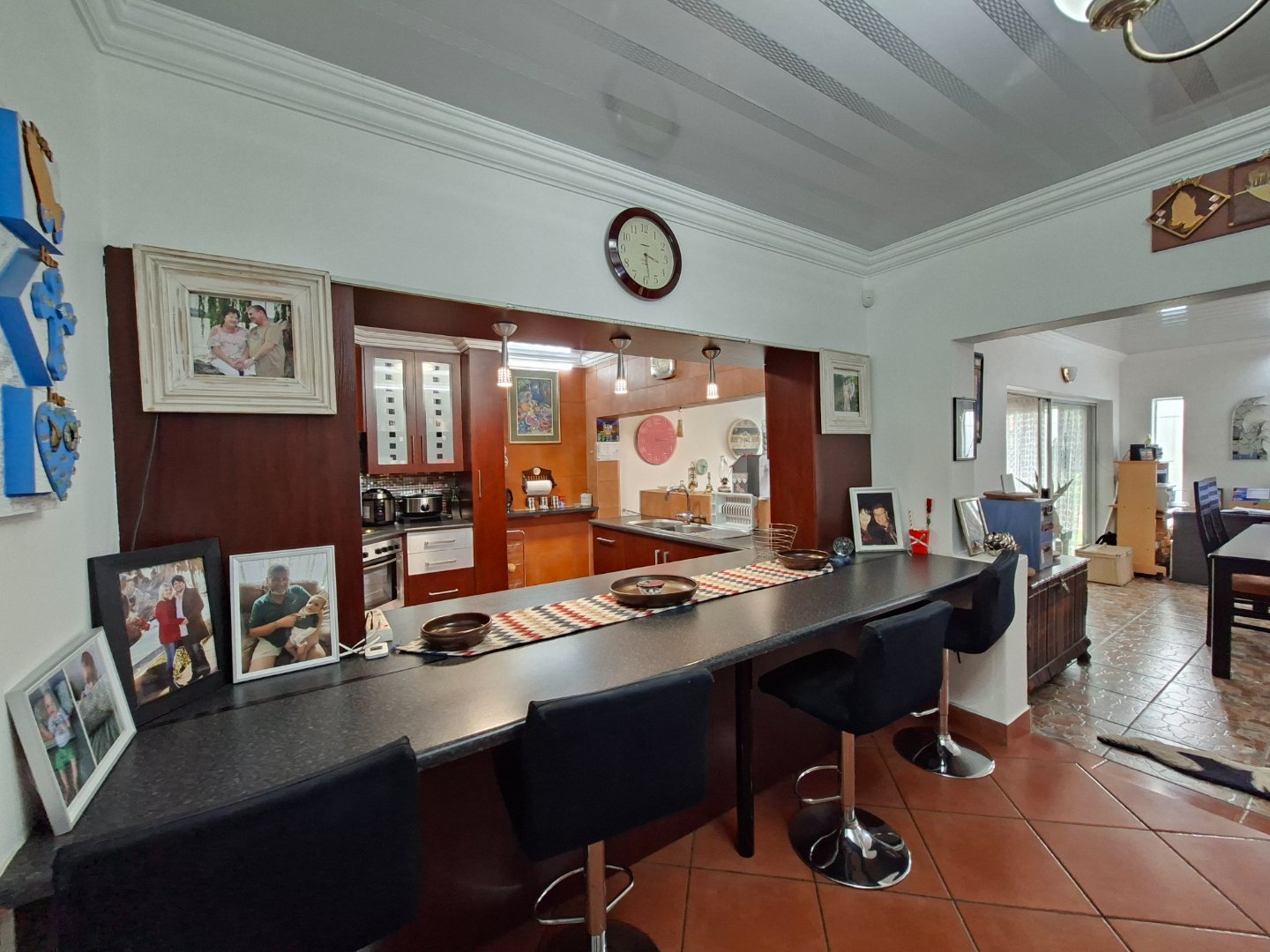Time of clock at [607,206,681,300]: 3:28
